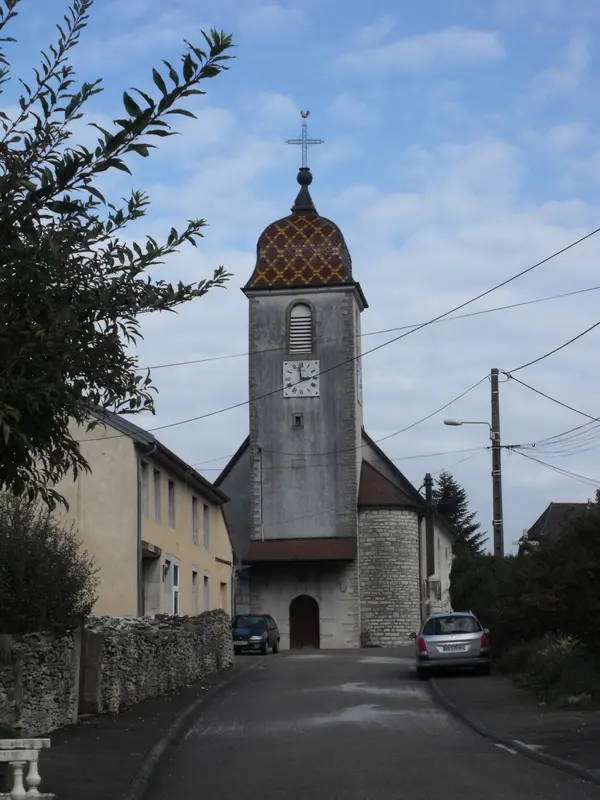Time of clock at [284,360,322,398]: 2:58
